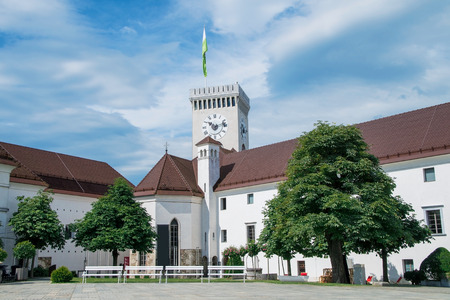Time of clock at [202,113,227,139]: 10:12
